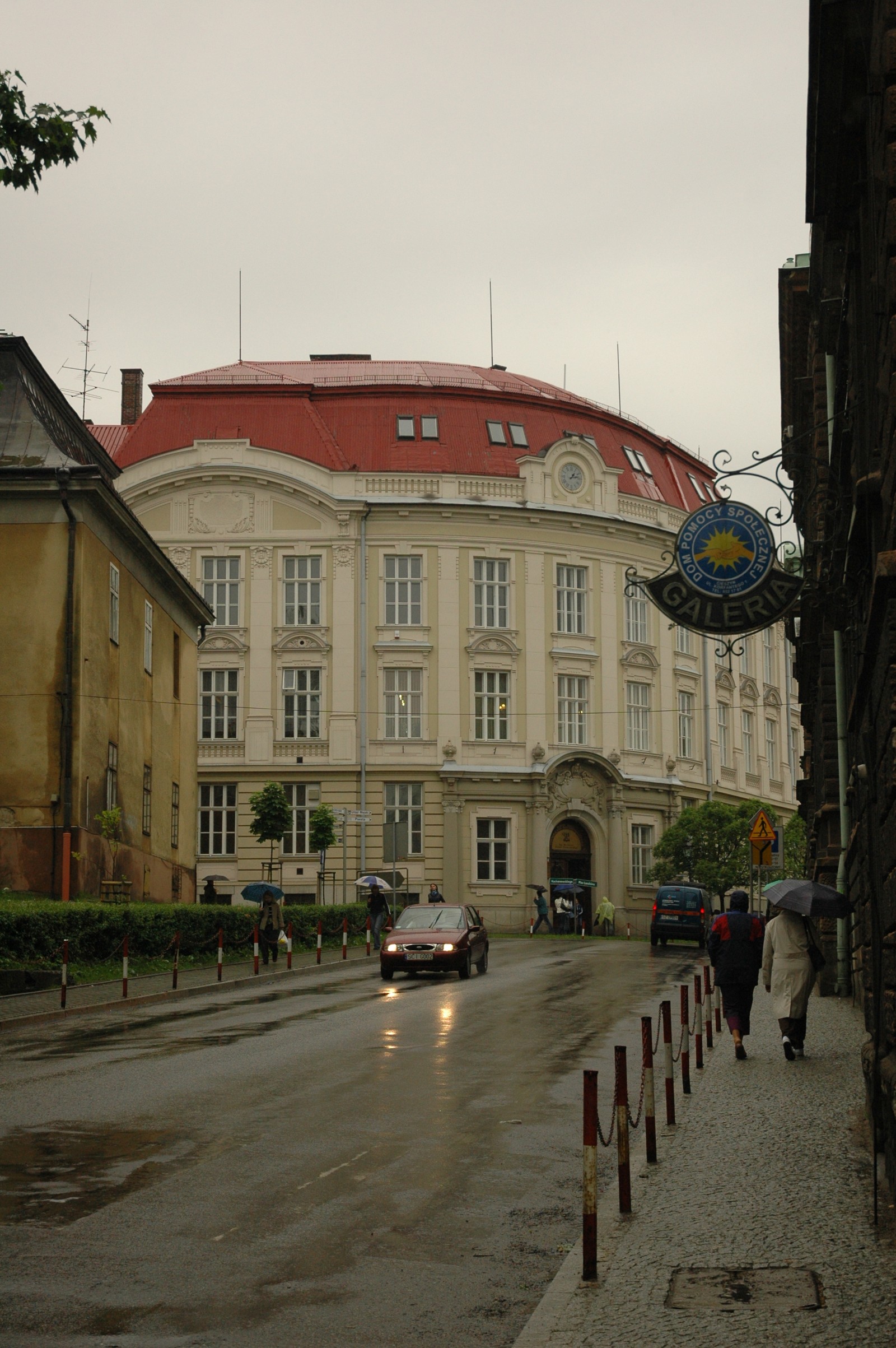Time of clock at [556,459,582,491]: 1:12
